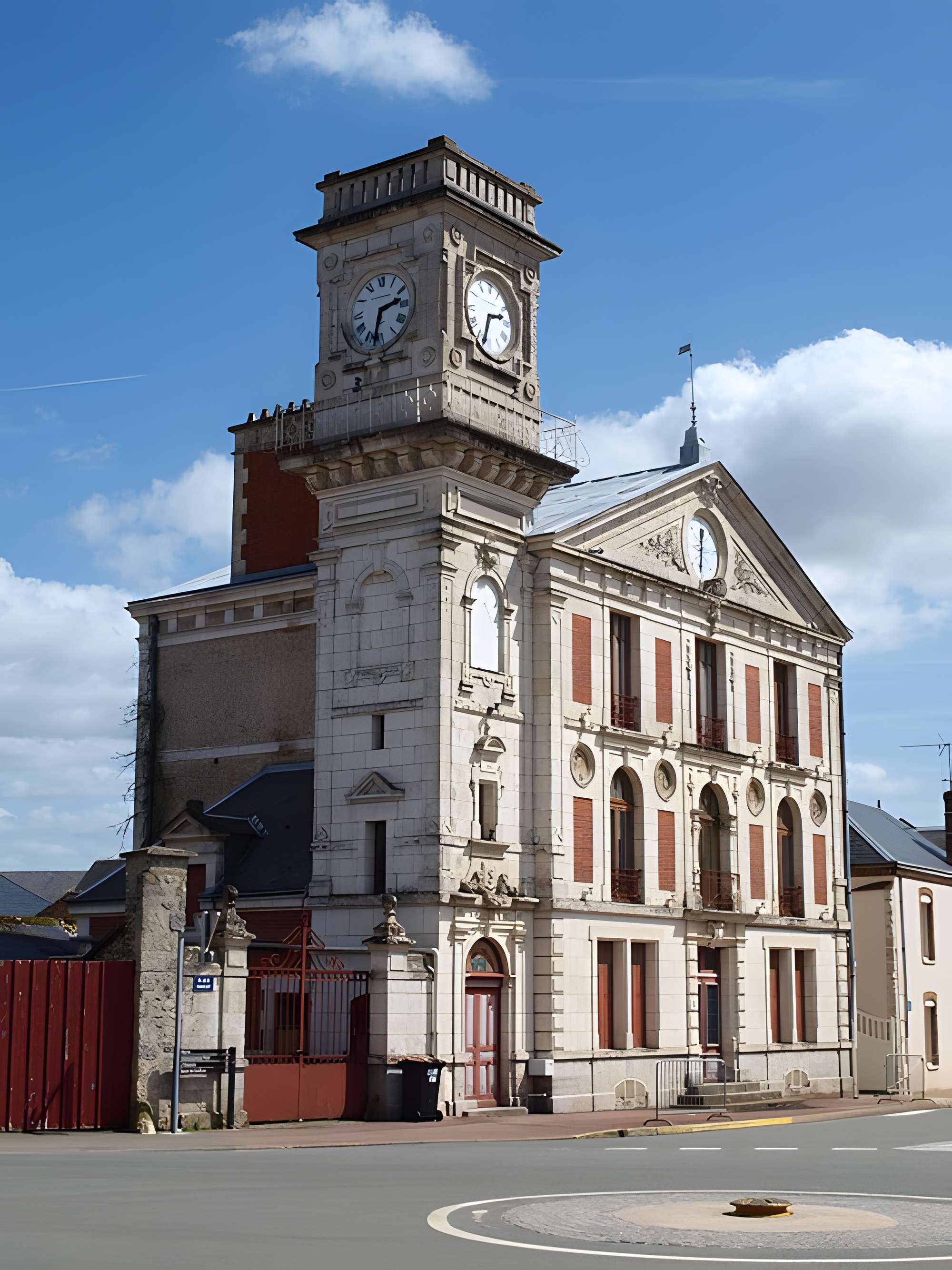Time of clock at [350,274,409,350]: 2:32
